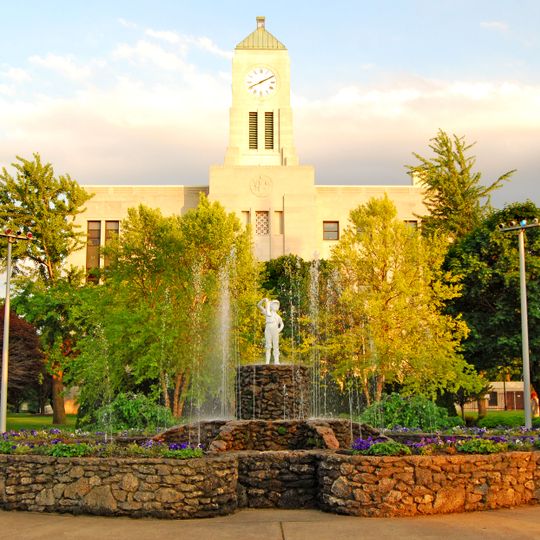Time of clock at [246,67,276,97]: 8:10
